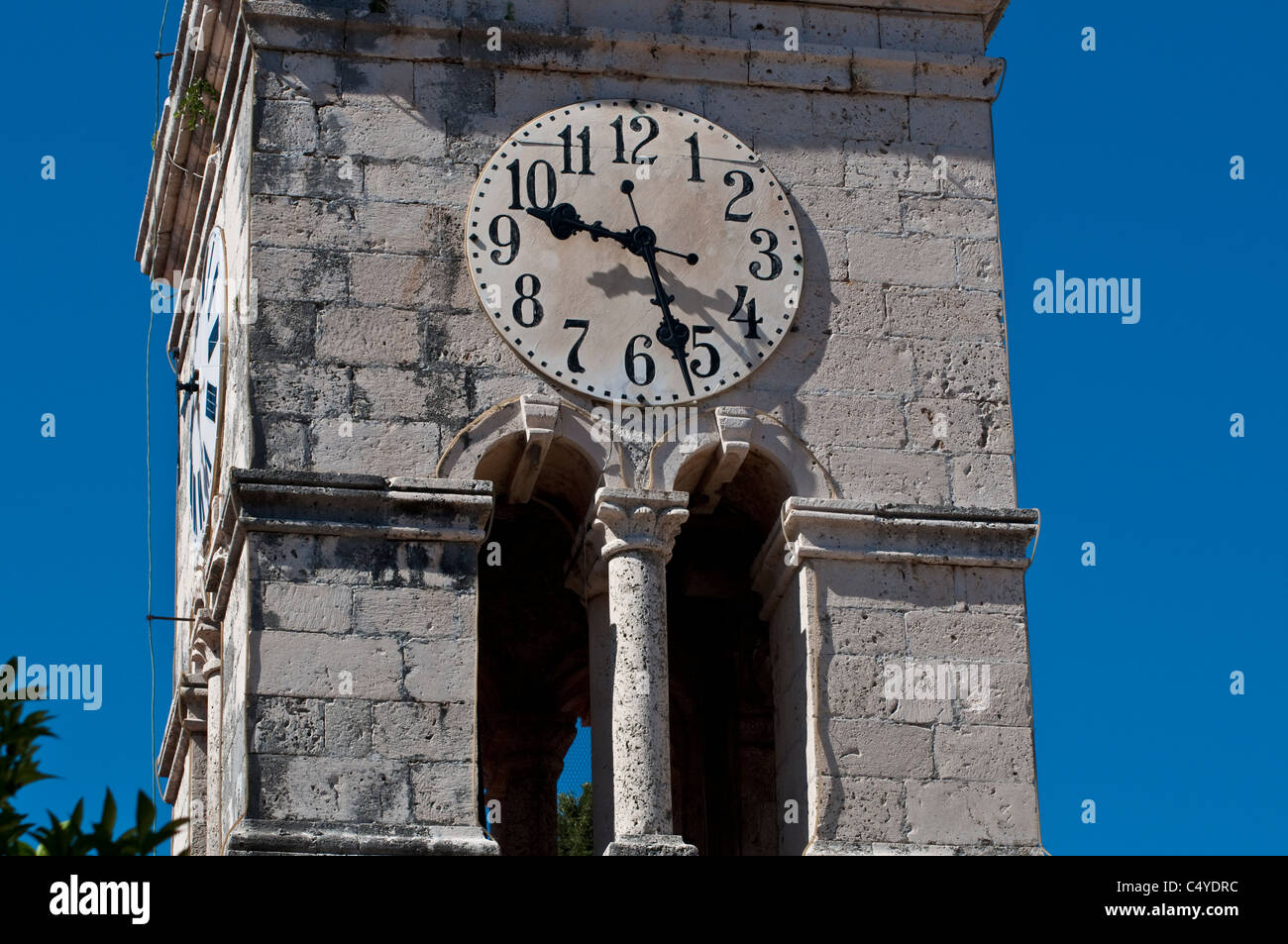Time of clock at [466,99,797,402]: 9:27
